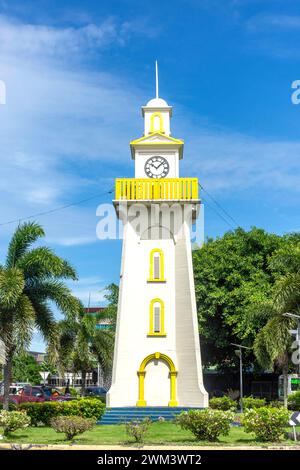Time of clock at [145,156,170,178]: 10:07
